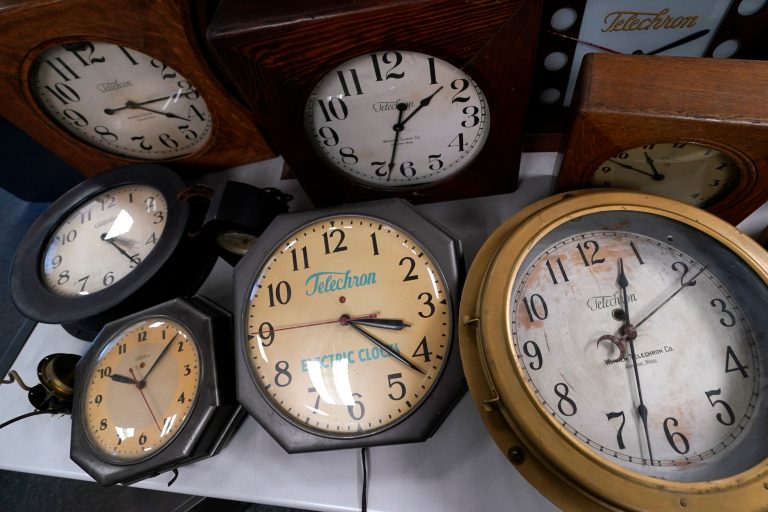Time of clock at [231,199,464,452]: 3:21
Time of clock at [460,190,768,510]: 12:32
